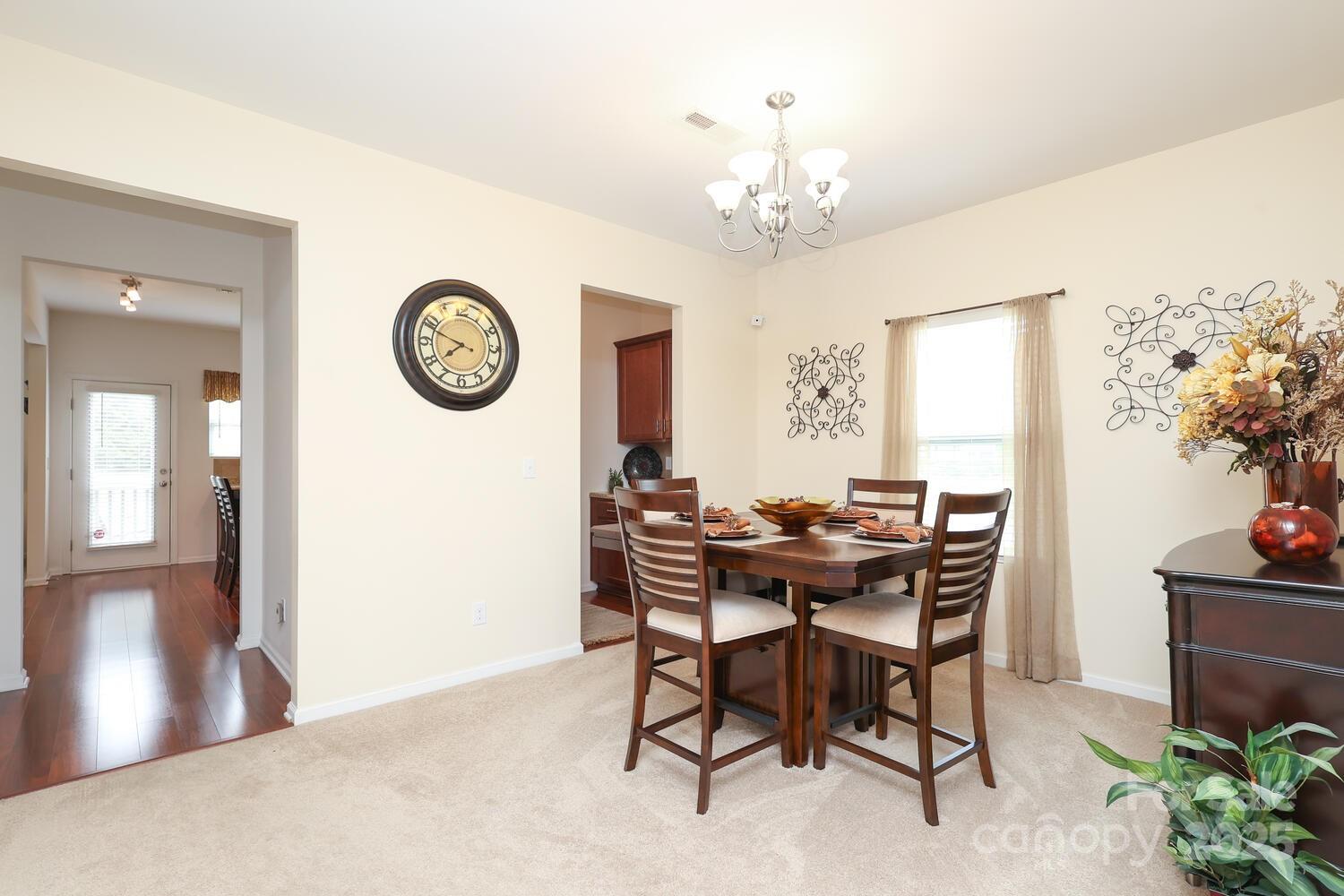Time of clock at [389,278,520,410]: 7:48
